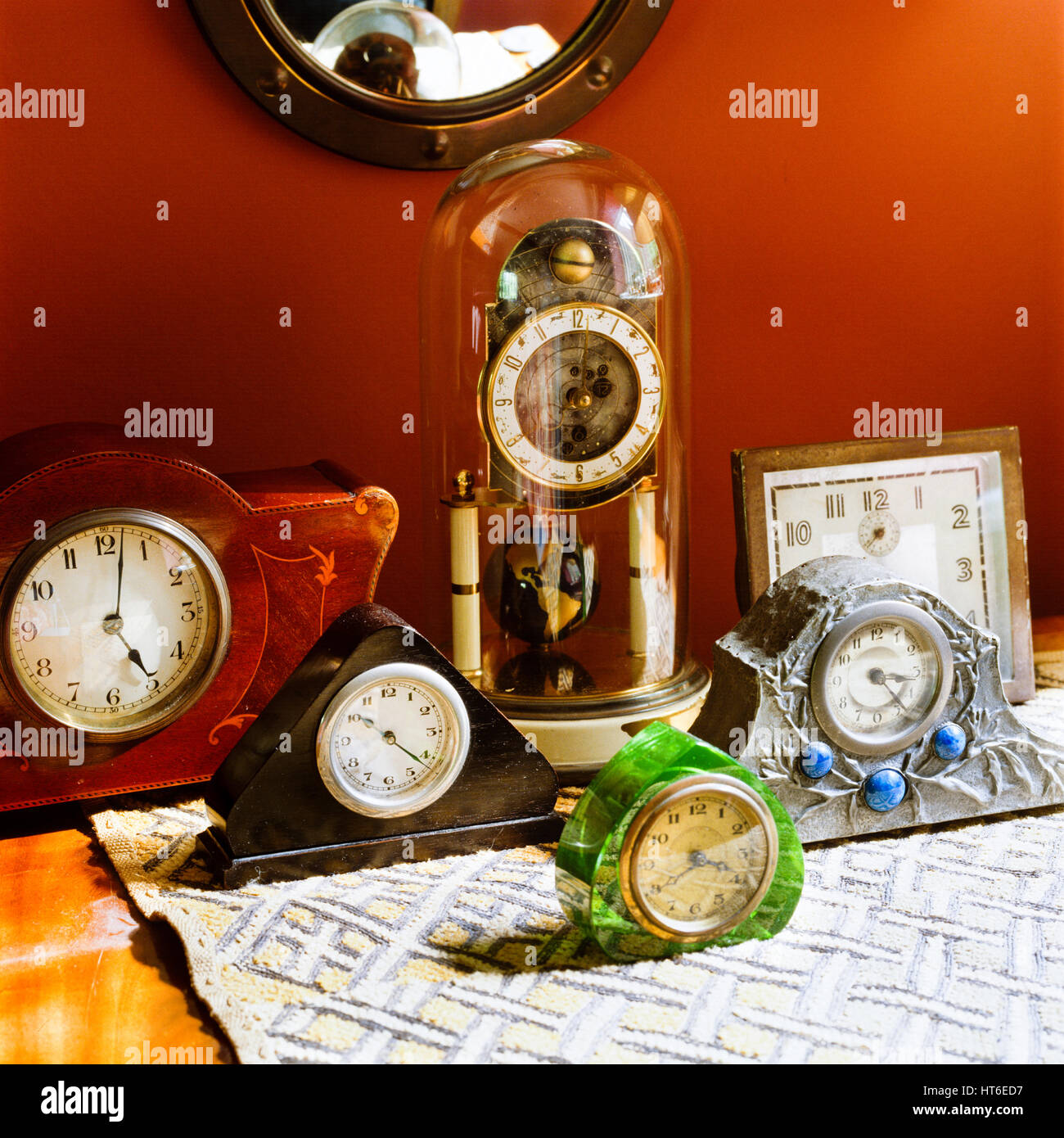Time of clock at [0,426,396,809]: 5:01
